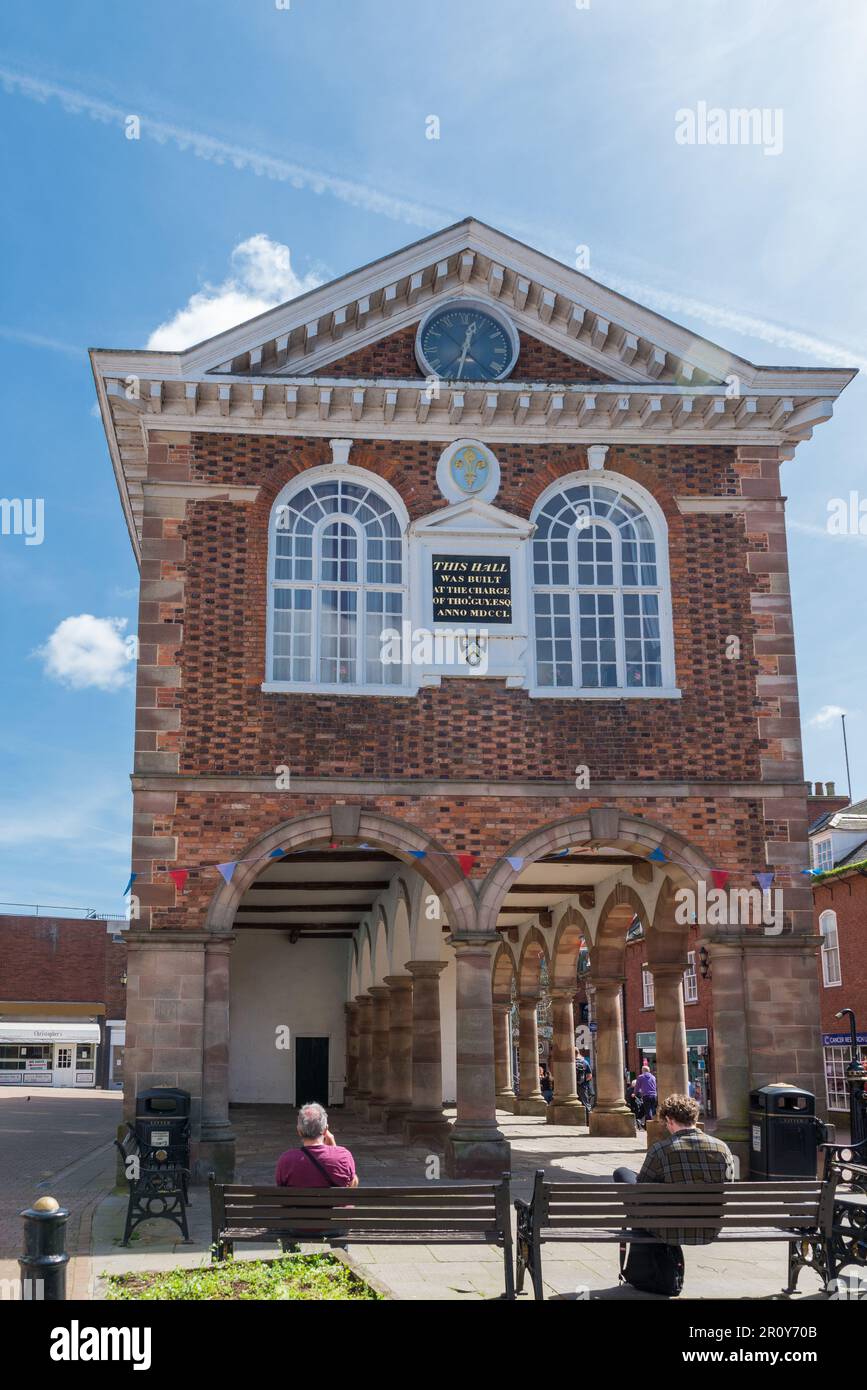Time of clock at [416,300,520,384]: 12:32
